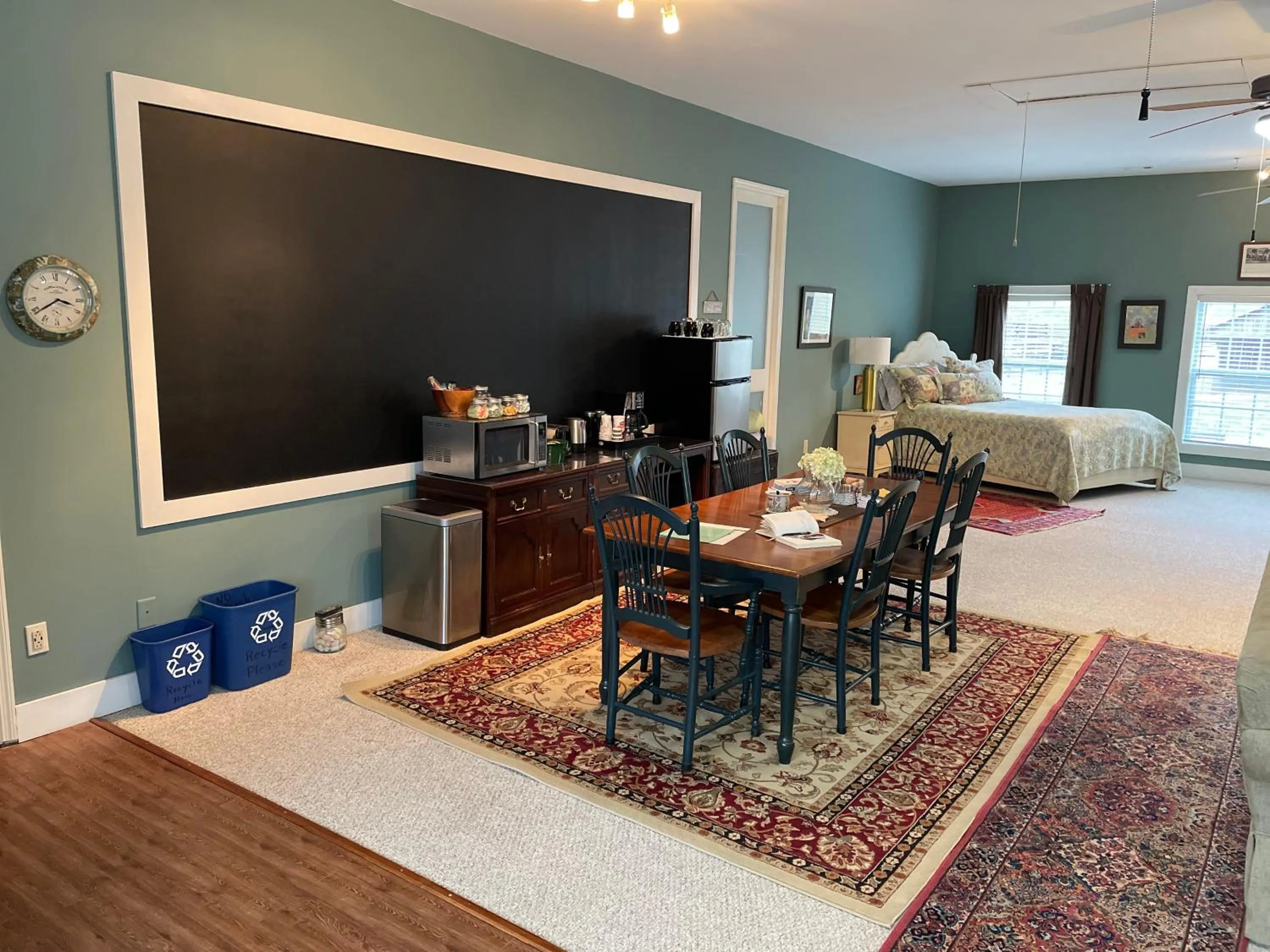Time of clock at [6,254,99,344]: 3:39
